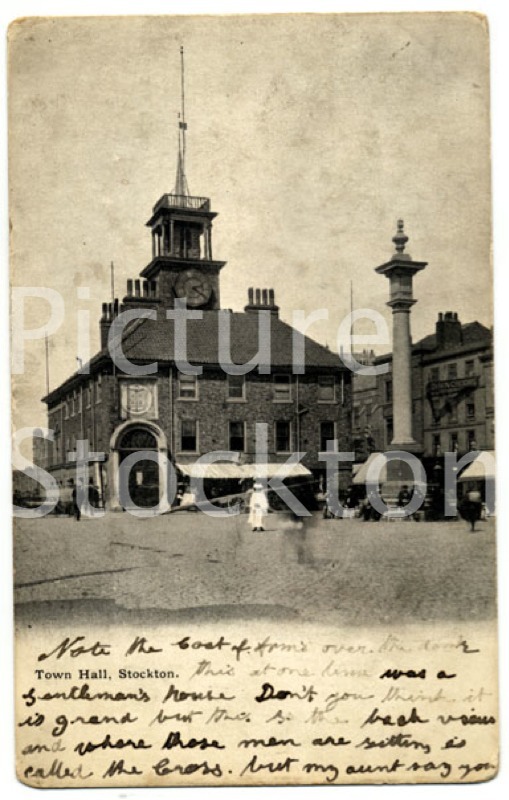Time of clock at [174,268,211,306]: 2:21
